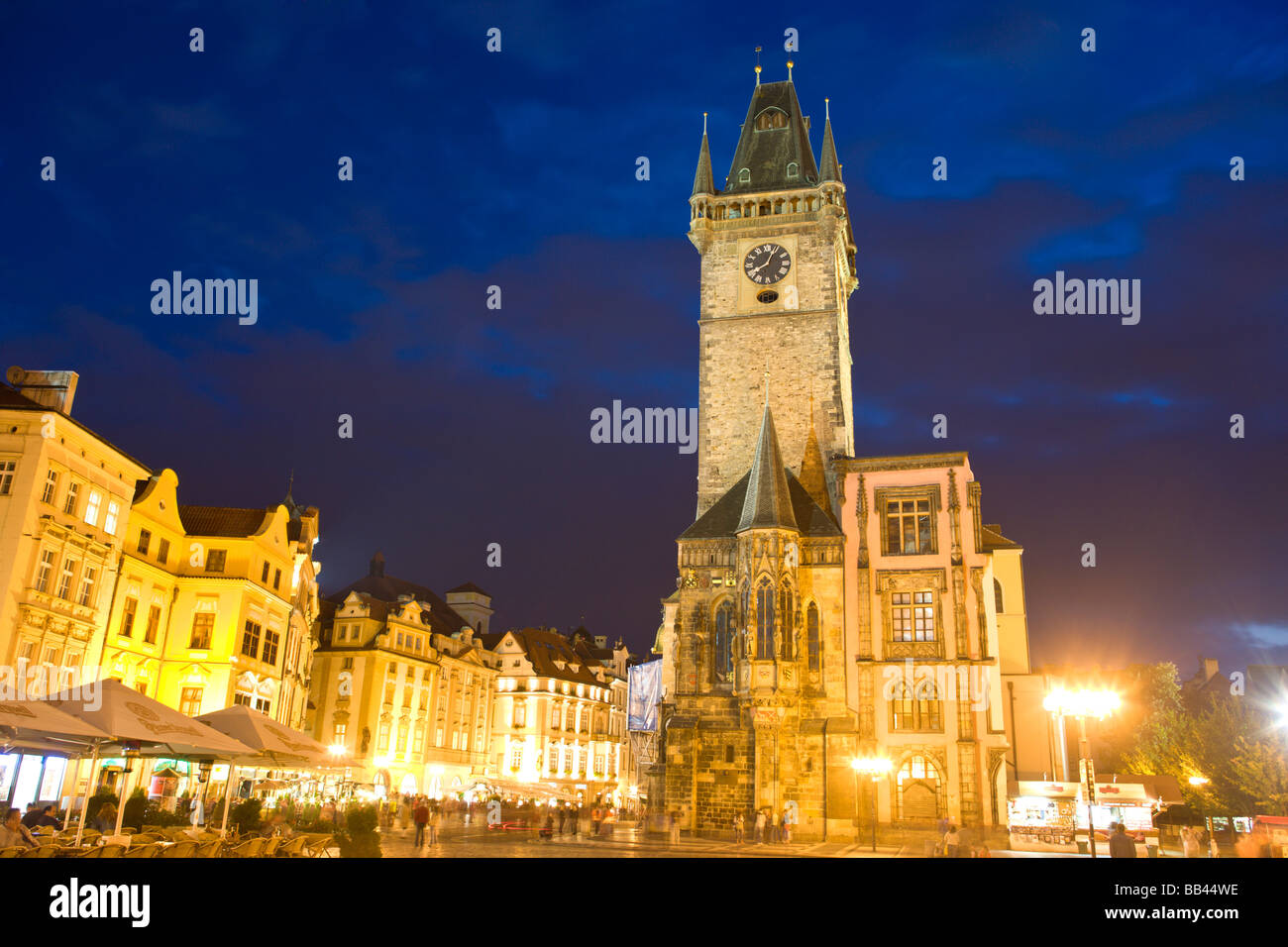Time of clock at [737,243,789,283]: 8:03
